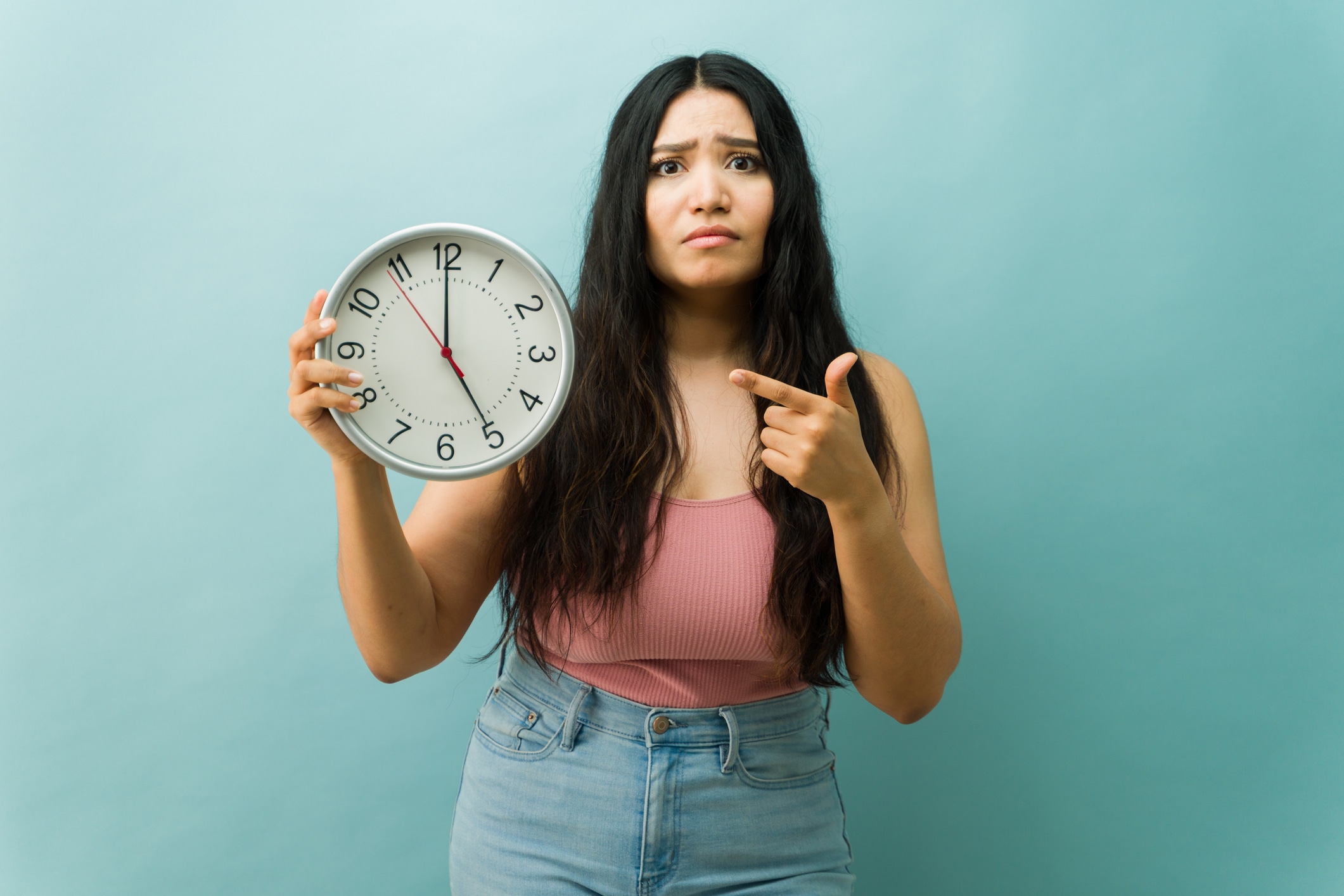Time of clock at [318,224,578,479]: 4:59
